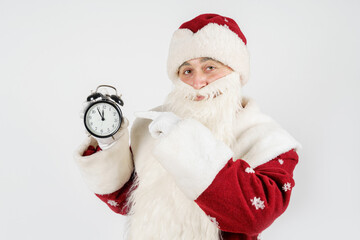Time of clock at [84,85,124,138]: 11:54
